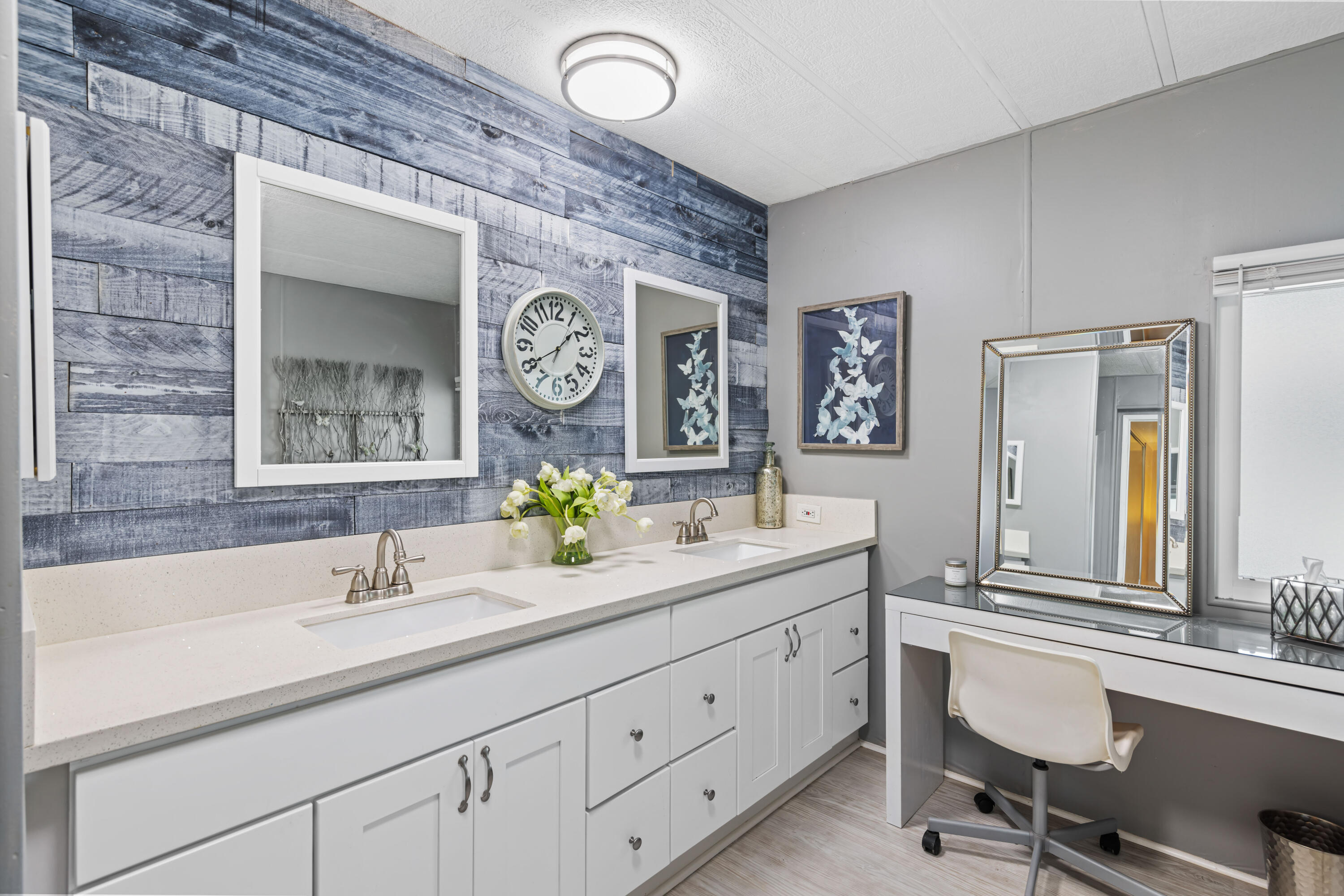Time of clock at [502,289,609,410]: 1:40
